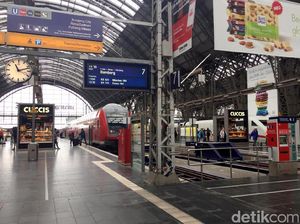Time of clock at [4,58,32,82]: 11:12
